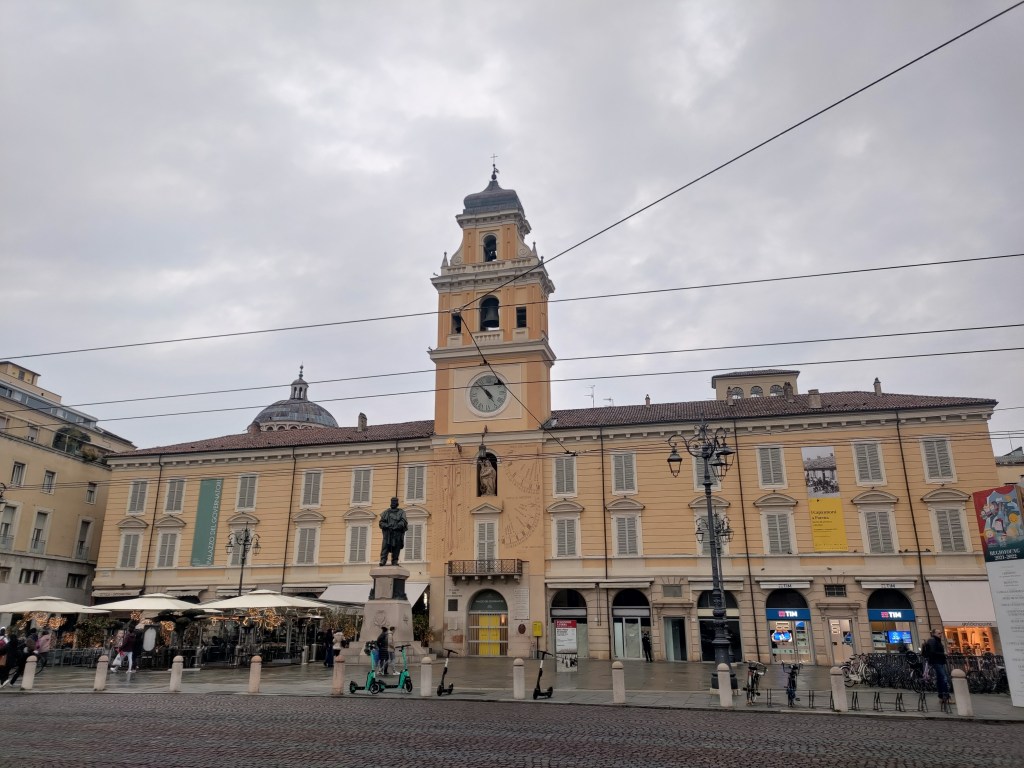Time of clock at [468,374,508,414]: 4:52
